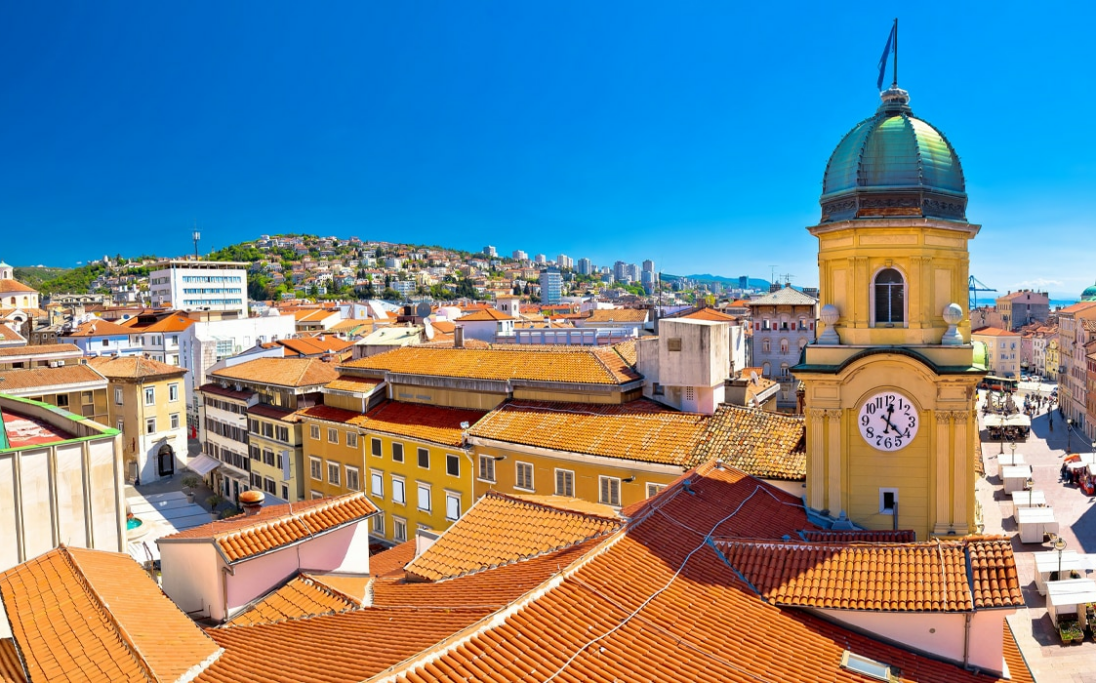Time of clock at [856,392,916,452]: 12:22
